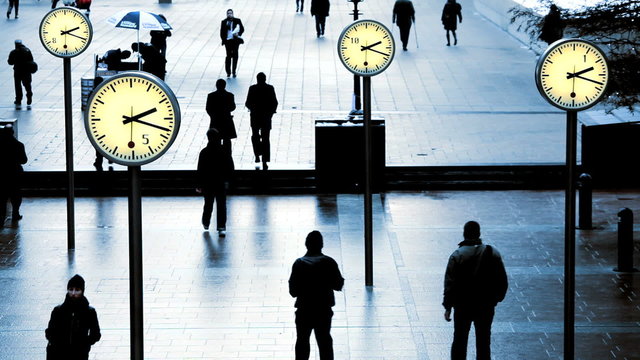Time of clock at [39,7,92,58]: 2:18
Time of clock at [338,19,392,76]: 2:18
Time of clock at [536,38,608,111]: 2:18
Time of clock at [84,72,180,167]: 2:18
